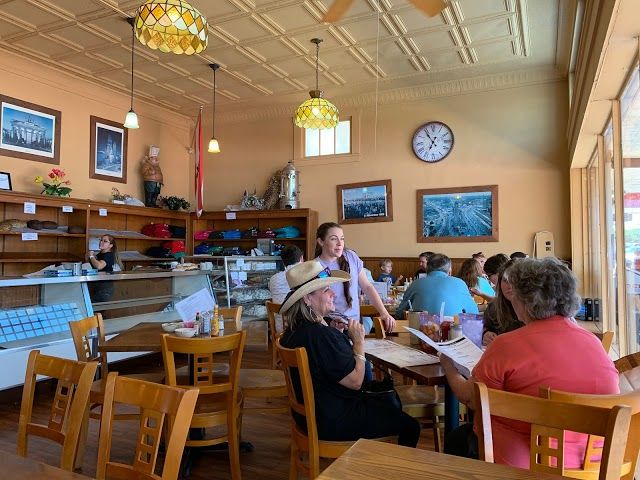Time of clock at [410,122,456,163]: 6:54
